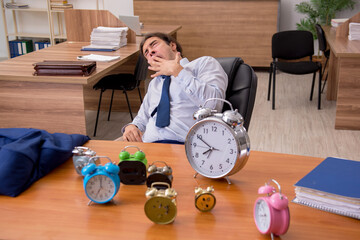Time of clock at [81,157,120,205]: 7:00
